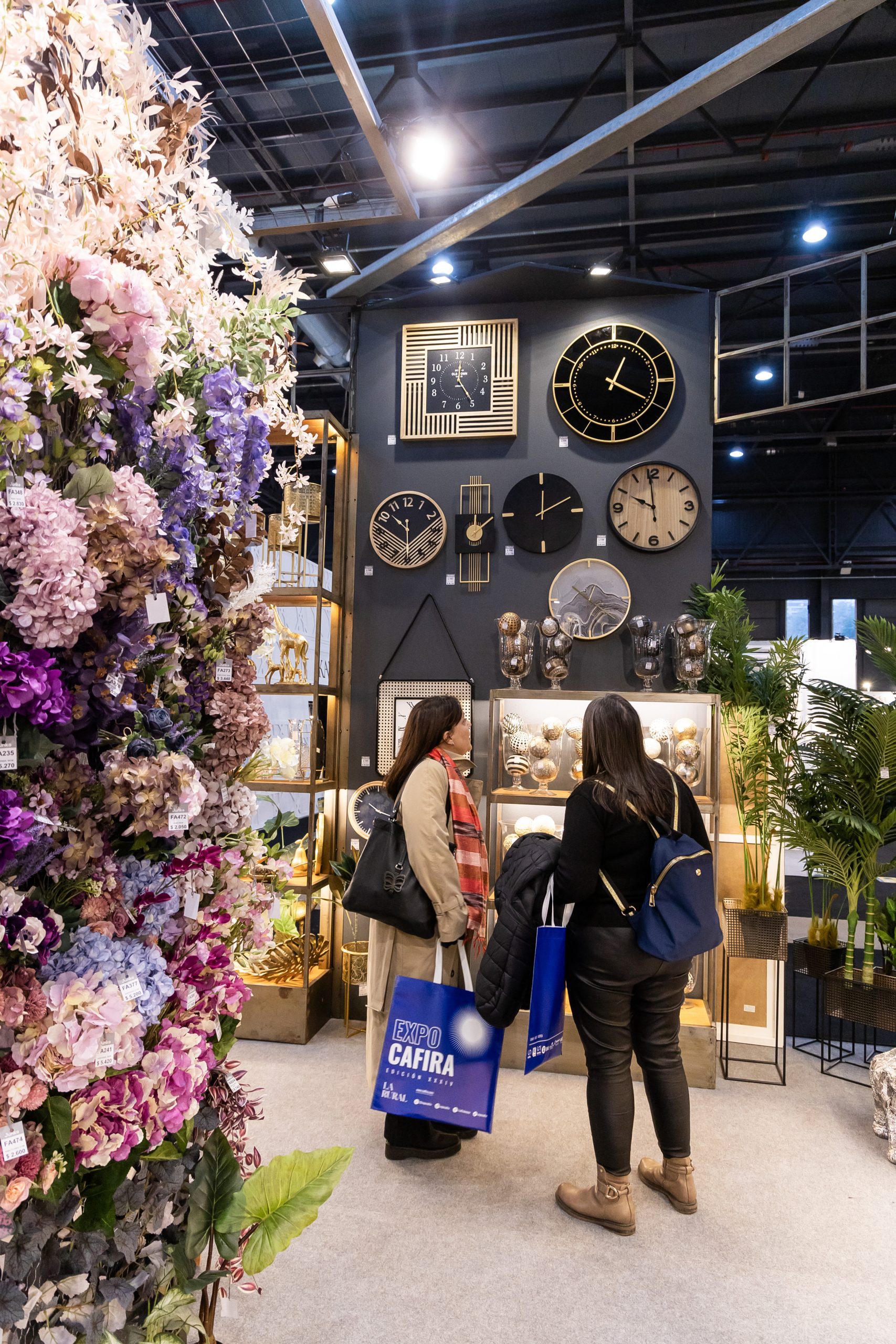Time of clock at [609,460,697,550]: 9:59
